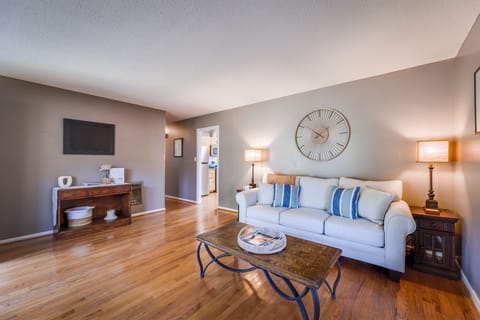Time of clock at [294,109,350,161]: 1:50
